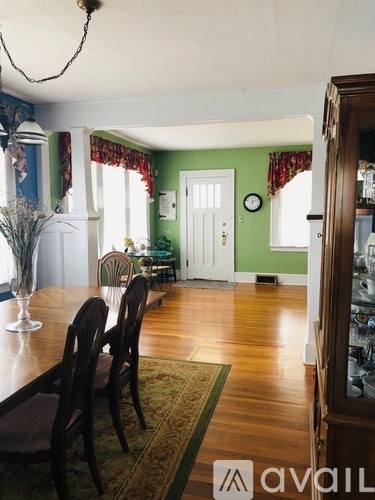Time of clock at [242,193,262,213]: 12:10
